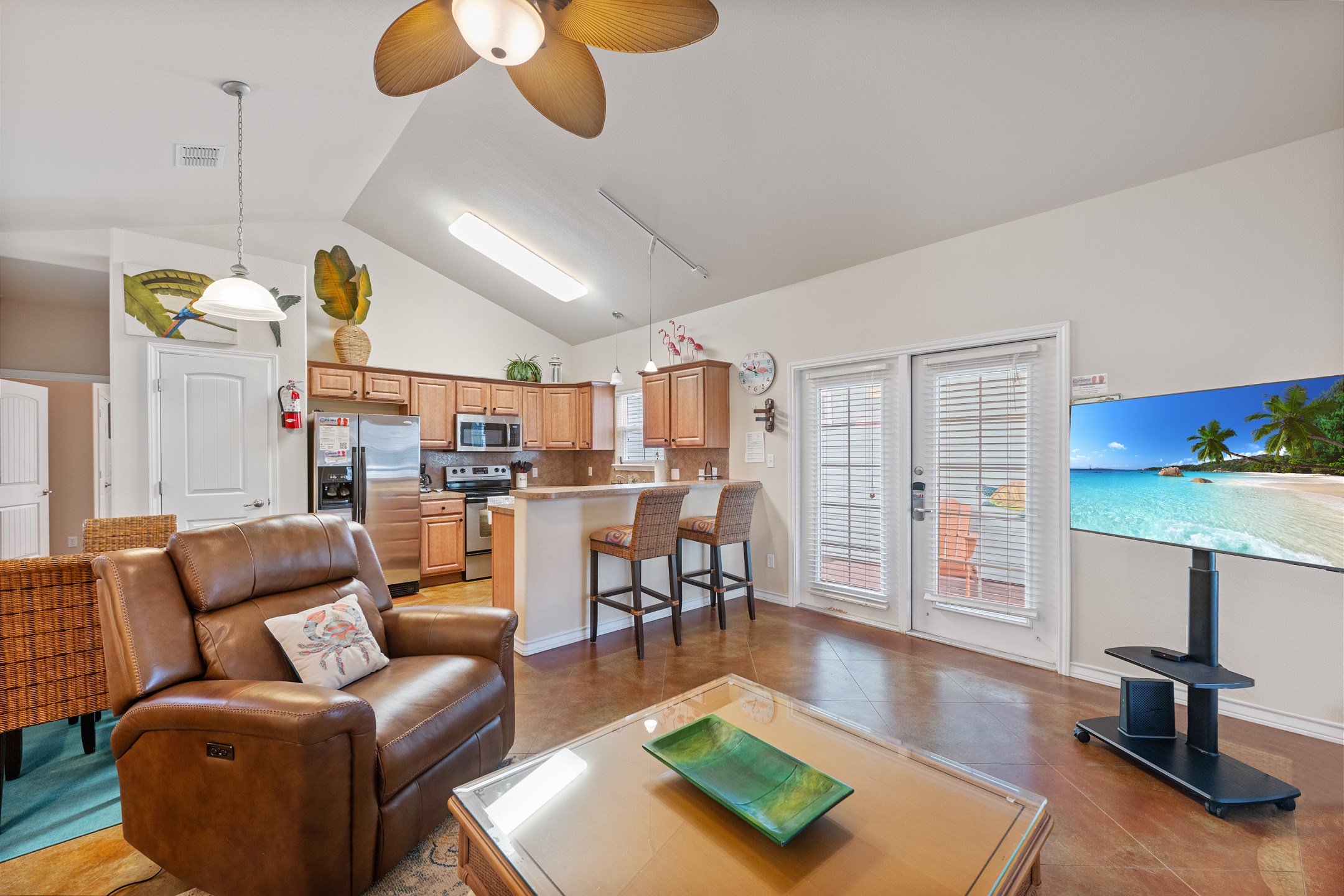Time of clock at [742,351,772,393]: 11:48
